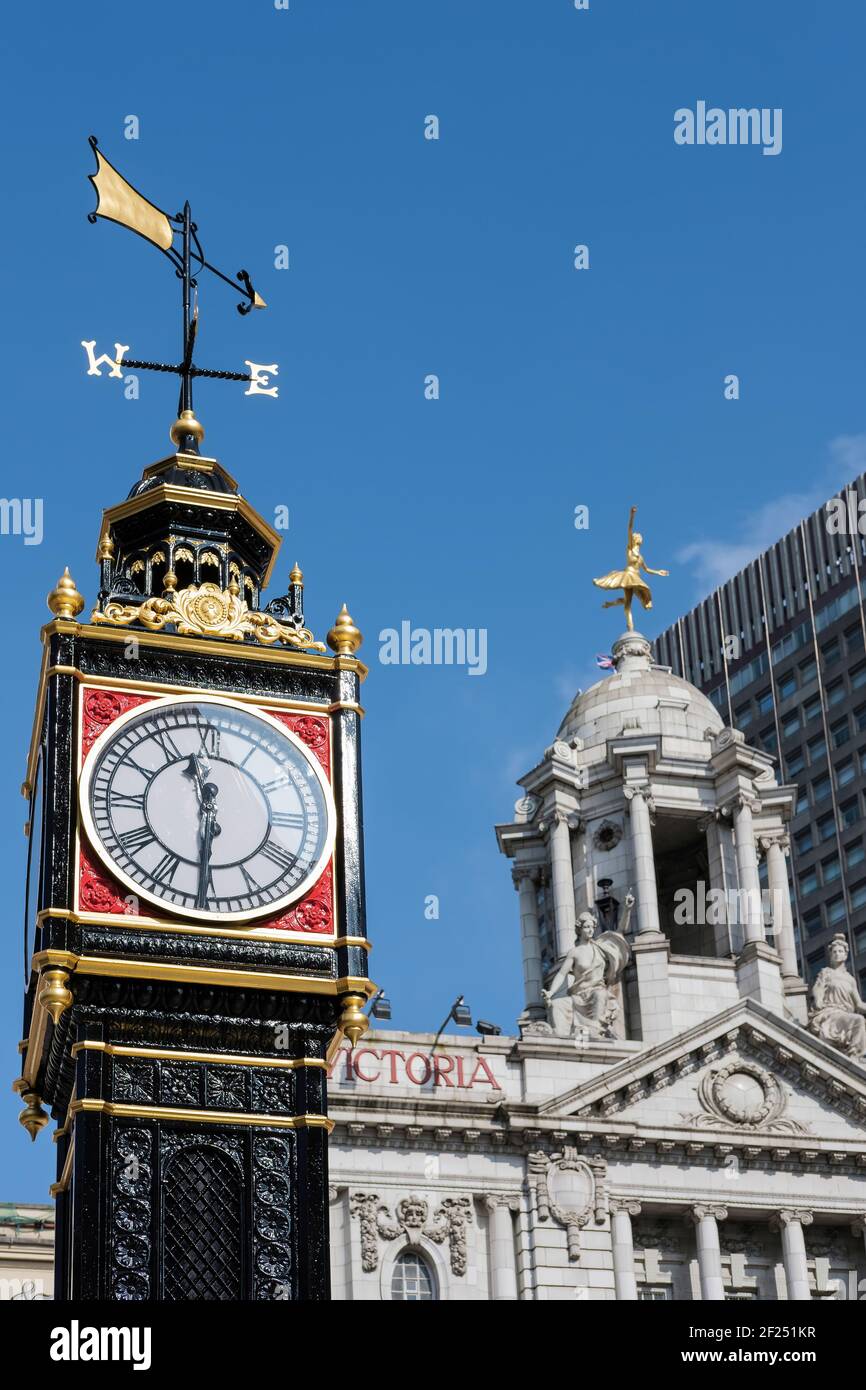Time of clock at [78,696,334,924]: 11:30
